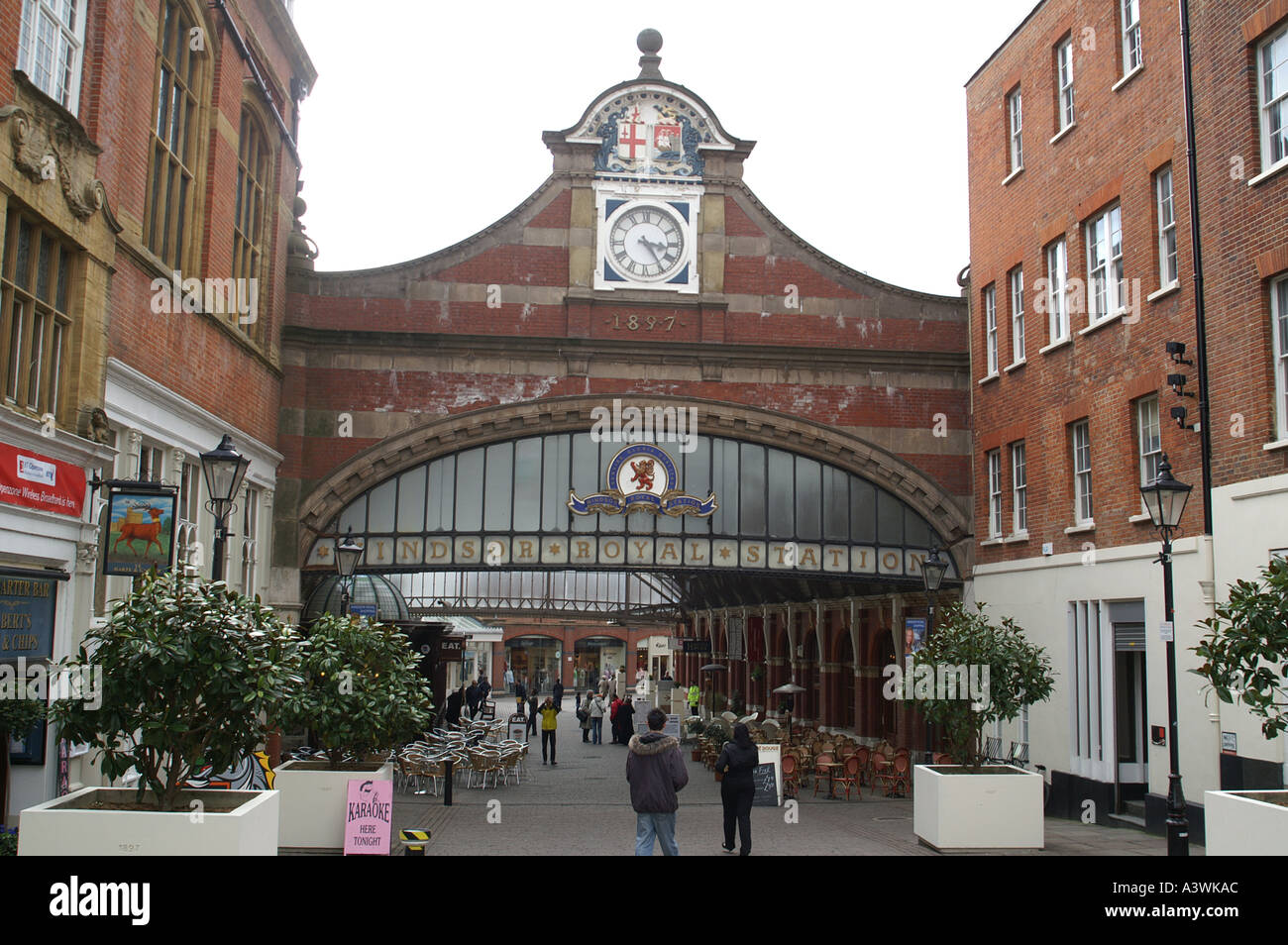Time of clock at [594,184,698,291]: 3:24
